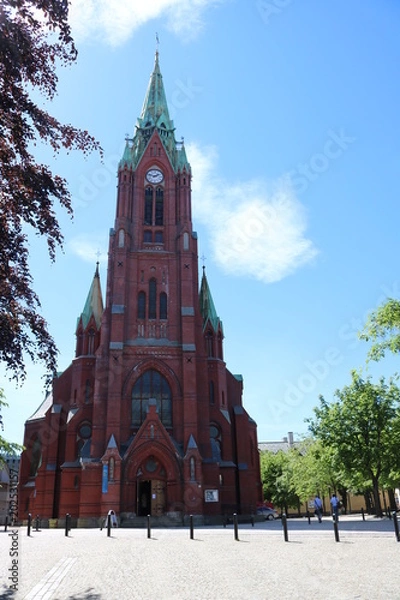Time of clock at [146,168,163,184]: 1:47
